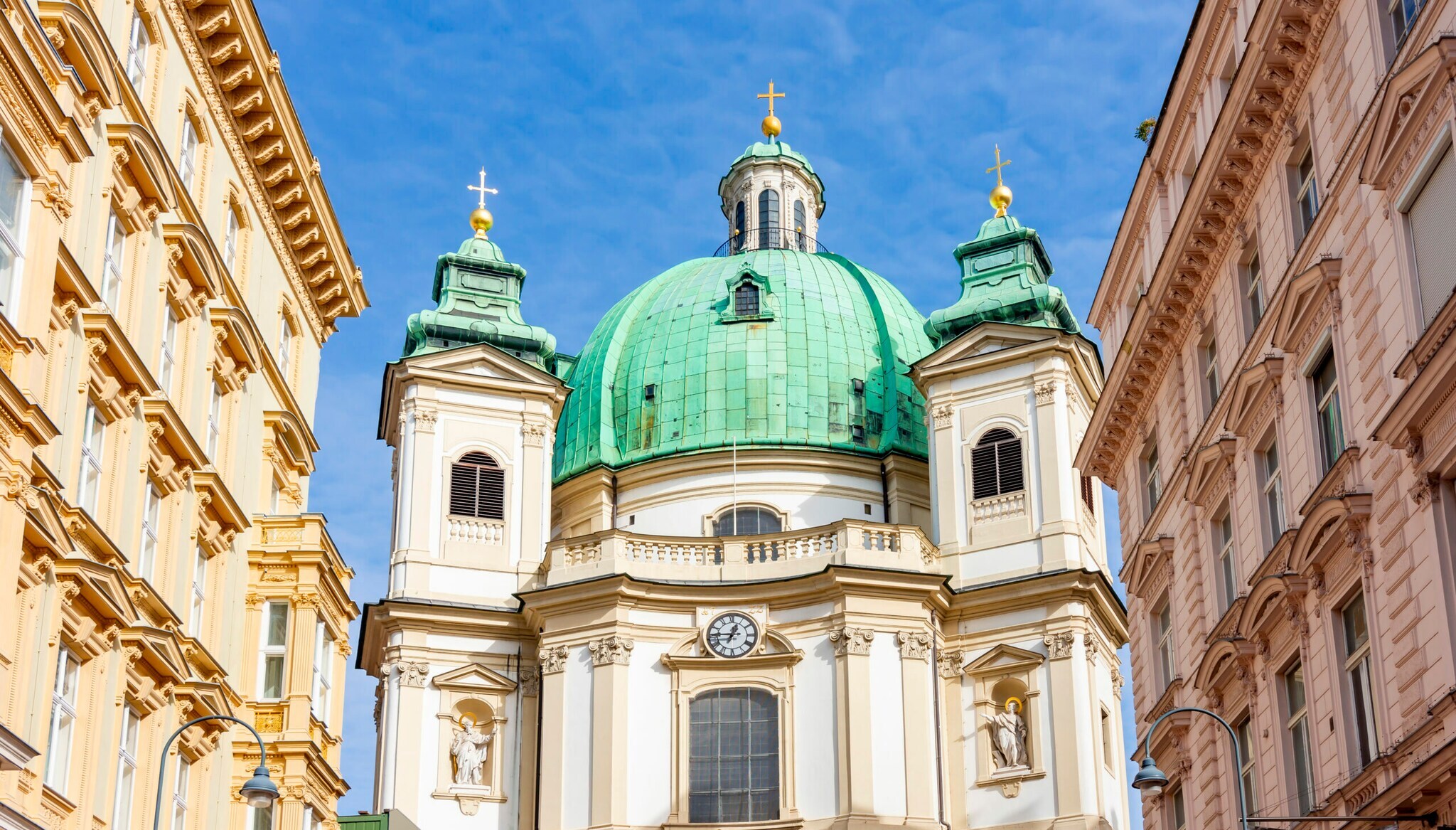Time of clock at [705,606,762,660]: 12:45
